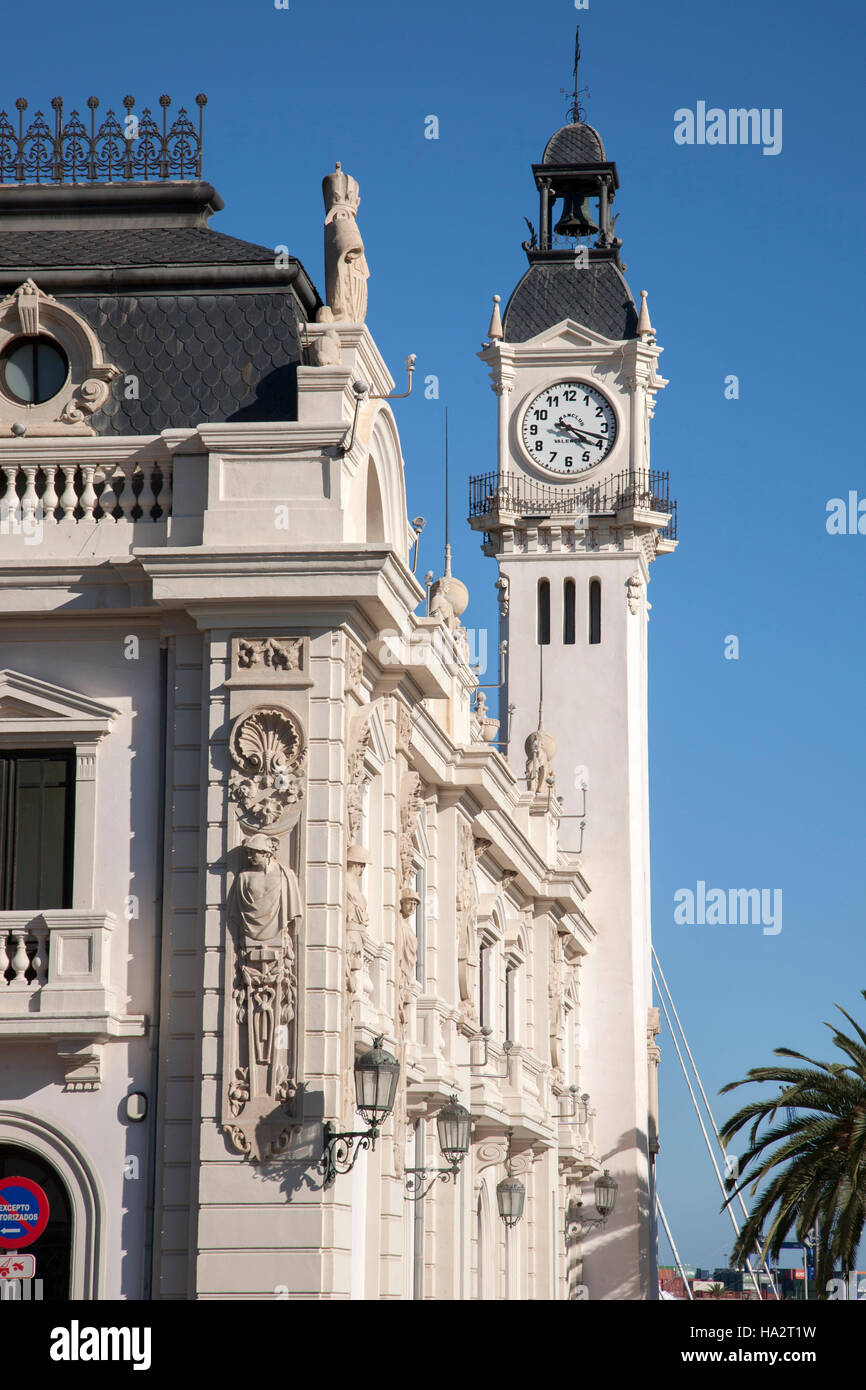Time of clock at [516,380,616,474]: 4:17
